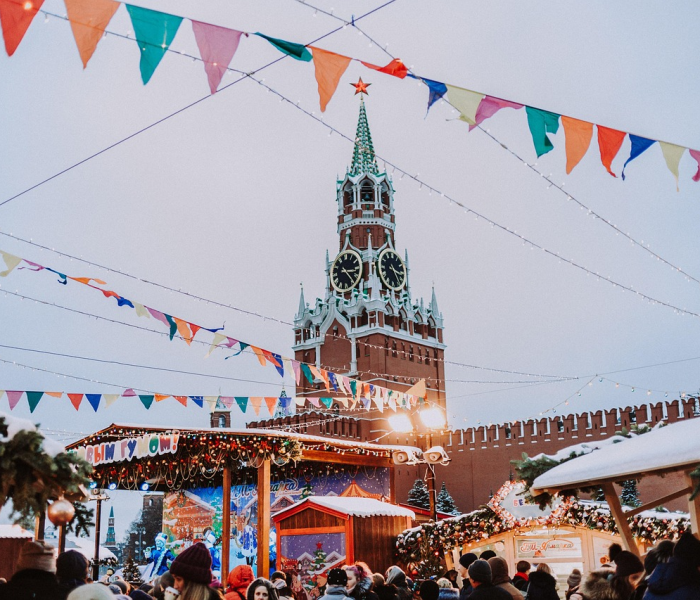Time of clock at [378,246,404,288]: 3:24
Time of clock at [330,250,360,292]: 3:23
